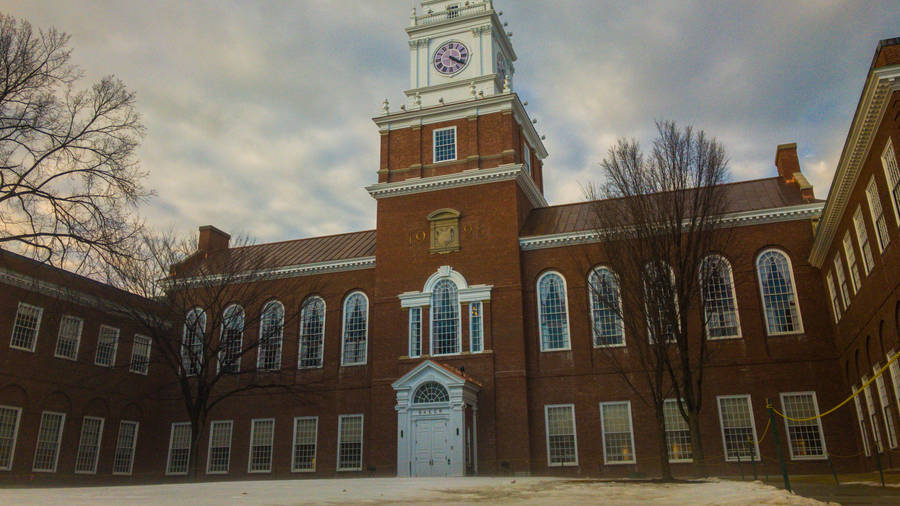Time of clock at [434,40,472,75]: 4:20
